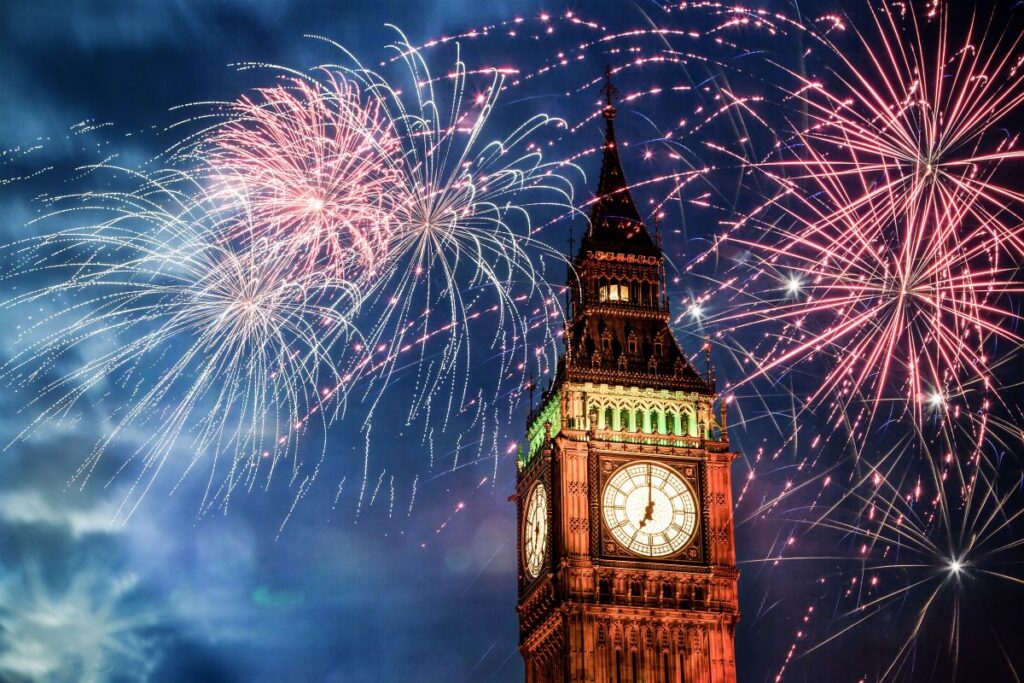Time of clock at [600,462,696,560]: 7:00
